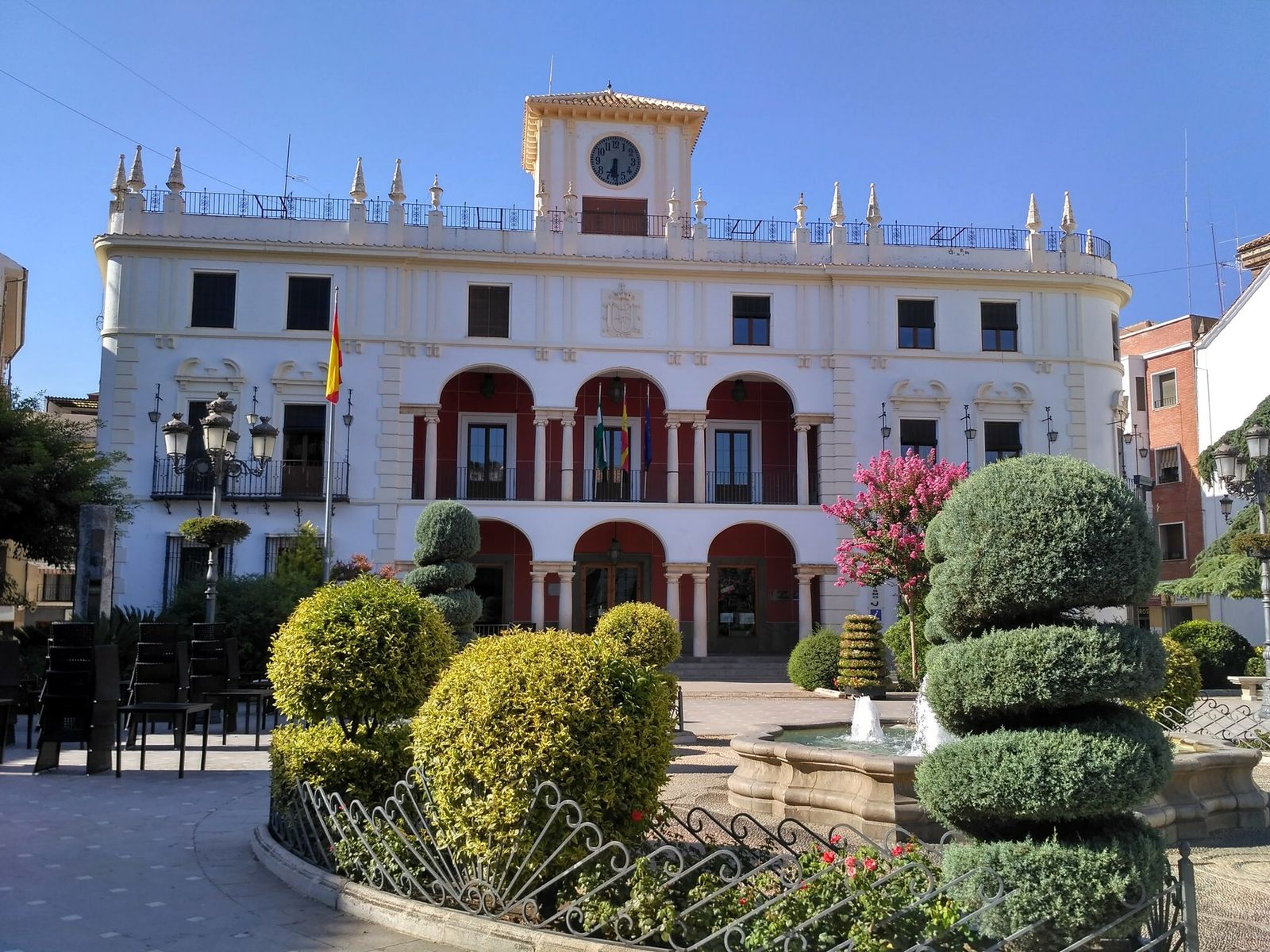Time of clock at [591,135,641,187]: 6:29
